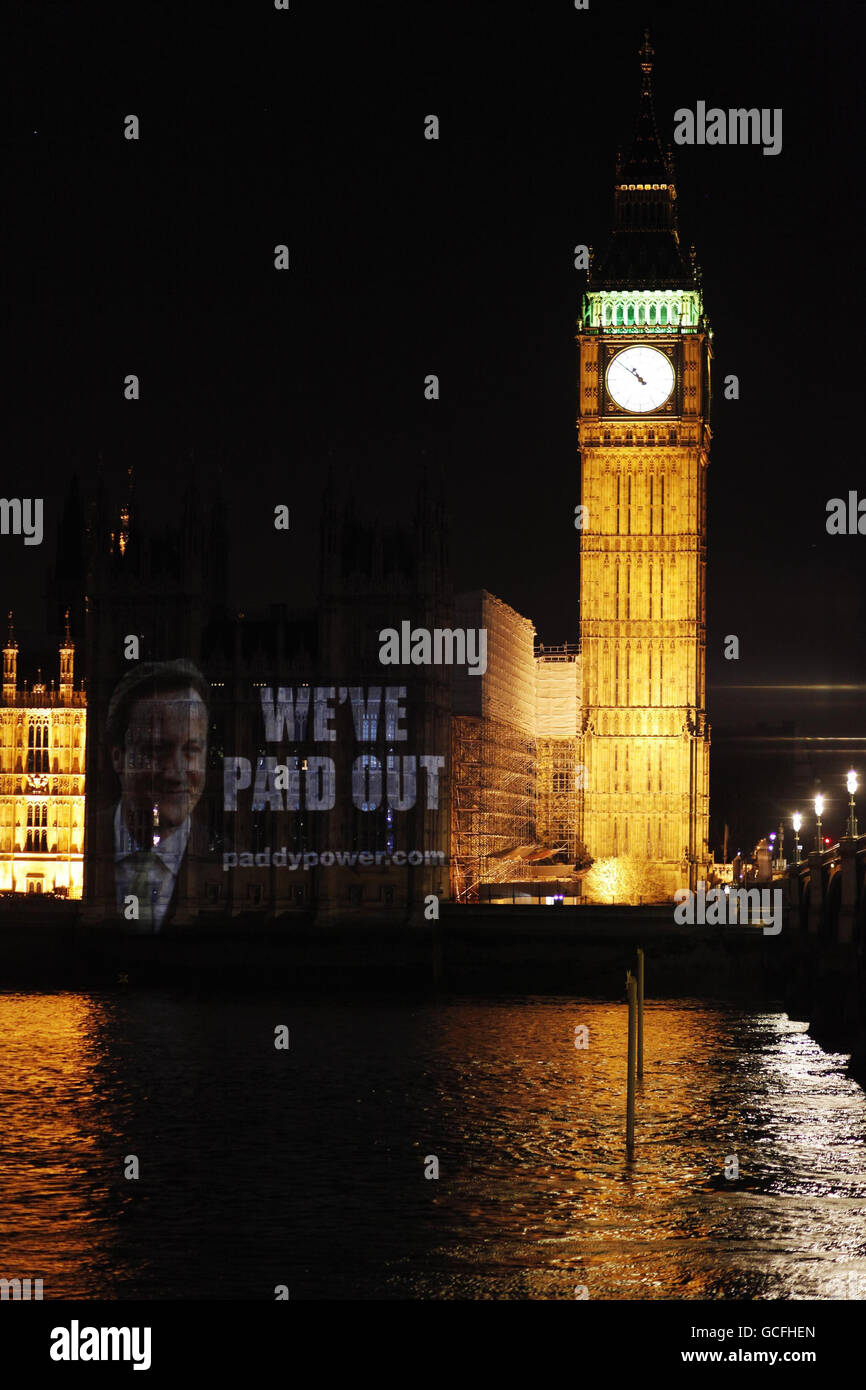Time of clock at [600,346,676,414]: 10:51
